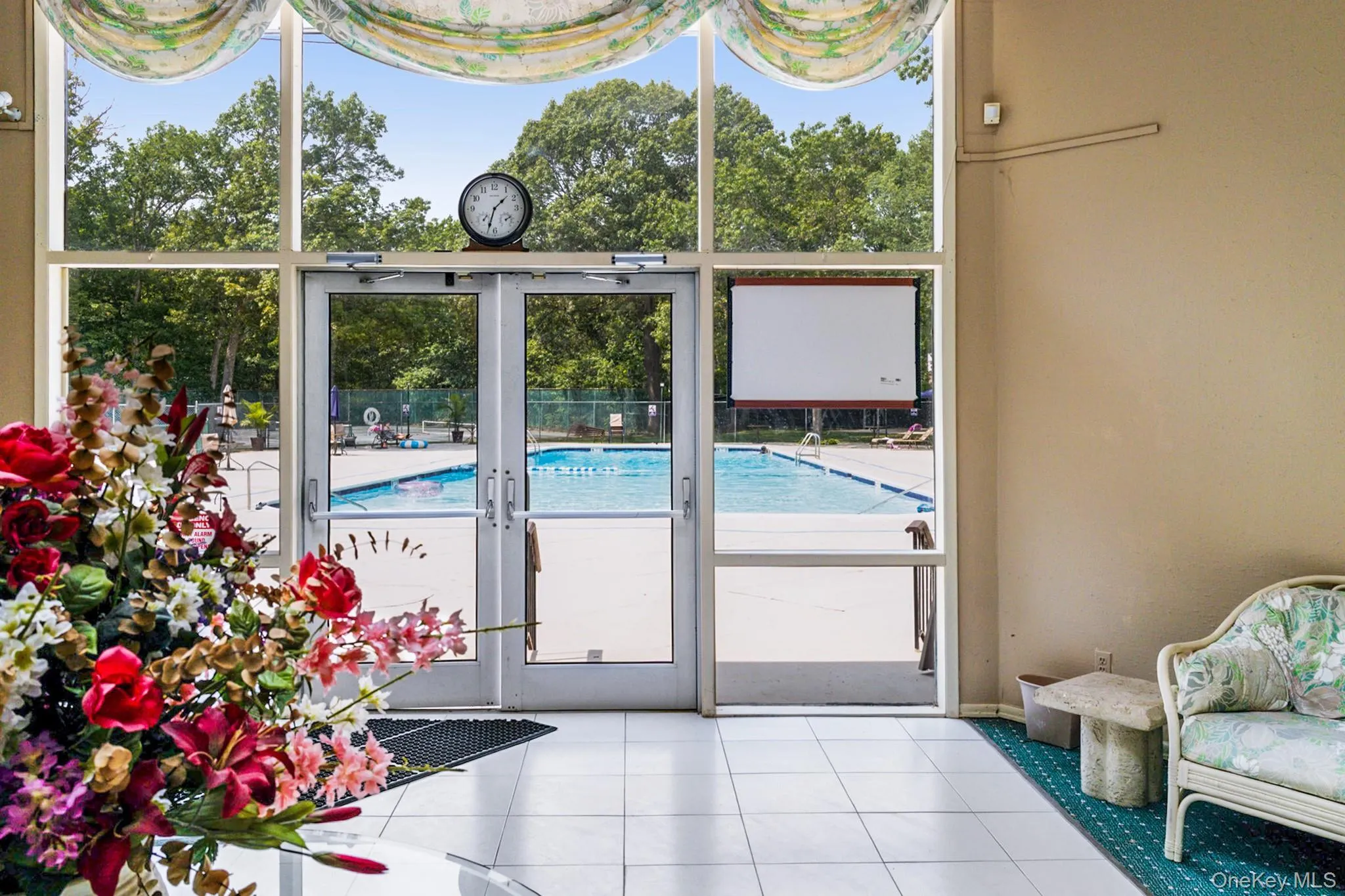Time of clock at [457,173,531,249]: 1:33
